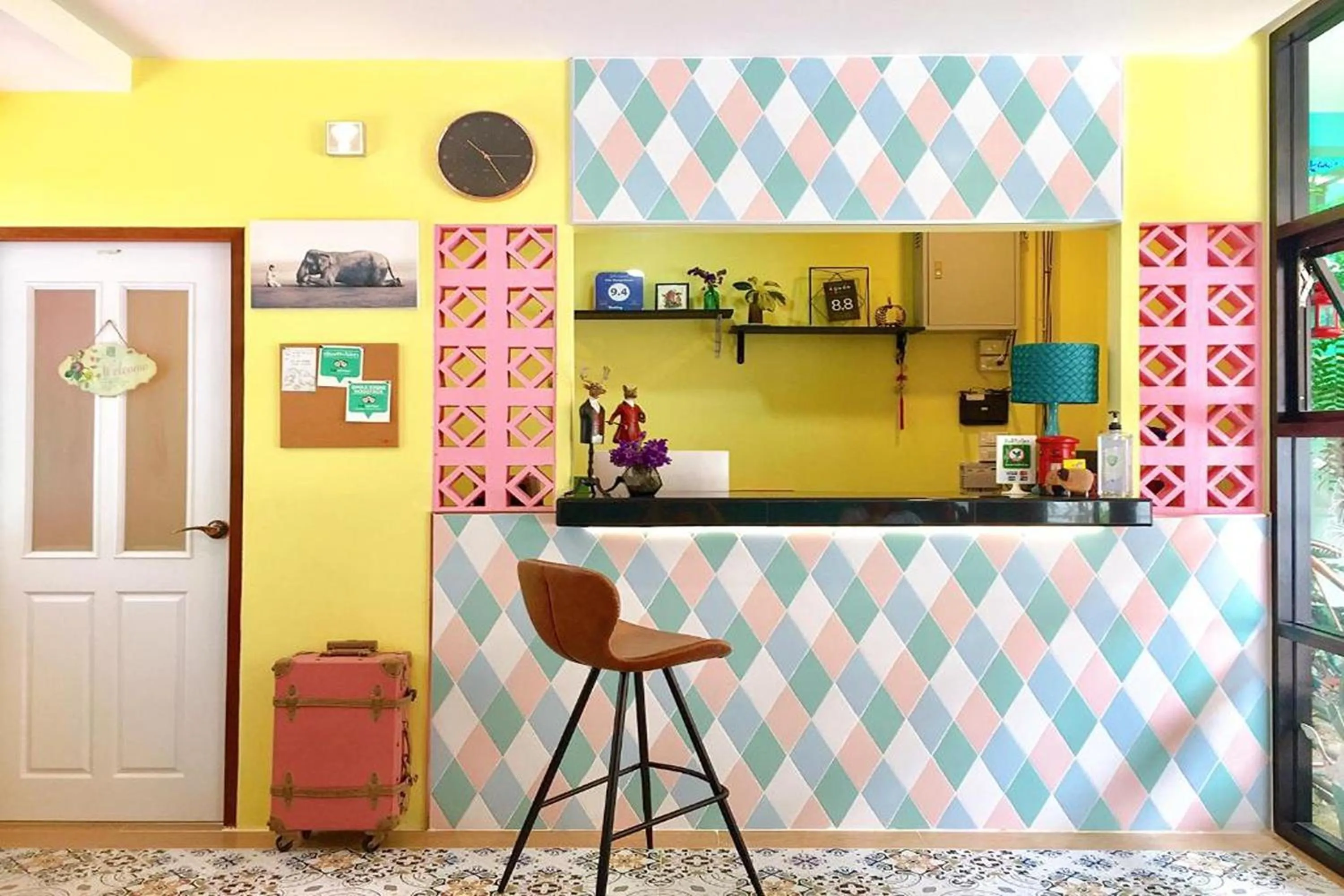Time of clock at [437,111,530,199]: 10:24
